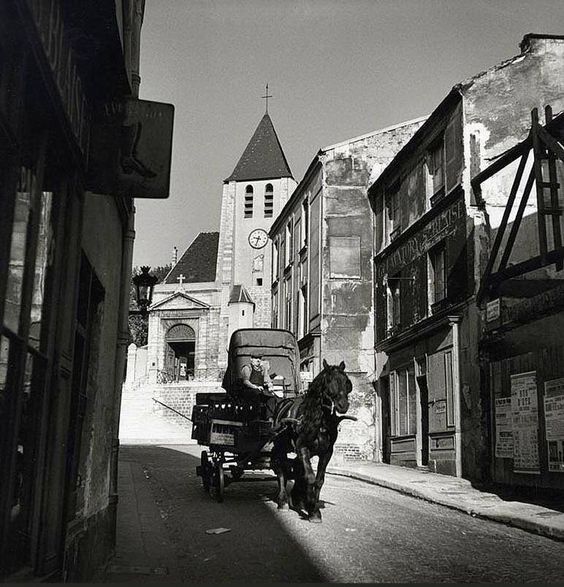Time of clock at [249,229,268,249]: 9:33
